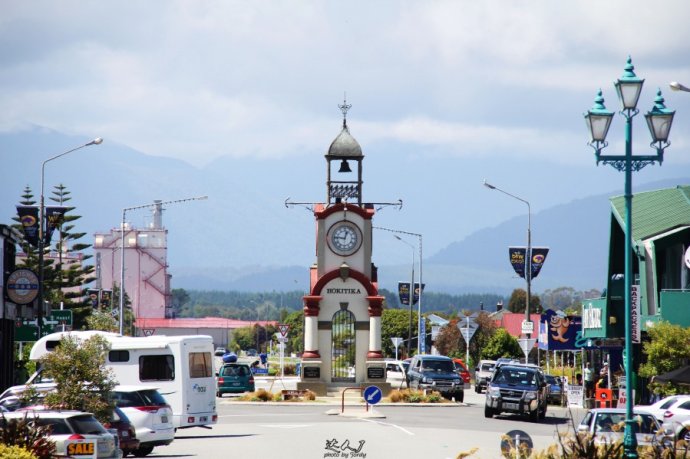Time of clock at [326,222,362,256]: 12:46
